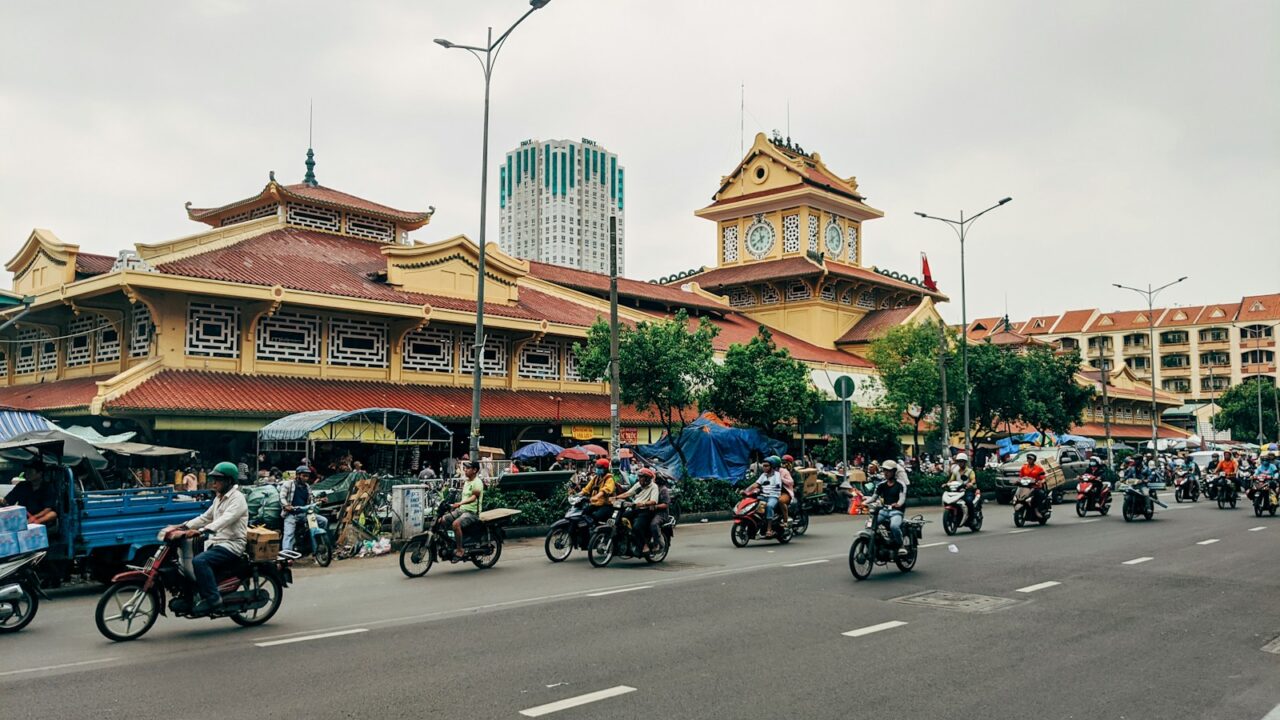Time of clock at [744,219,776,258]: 7:57
